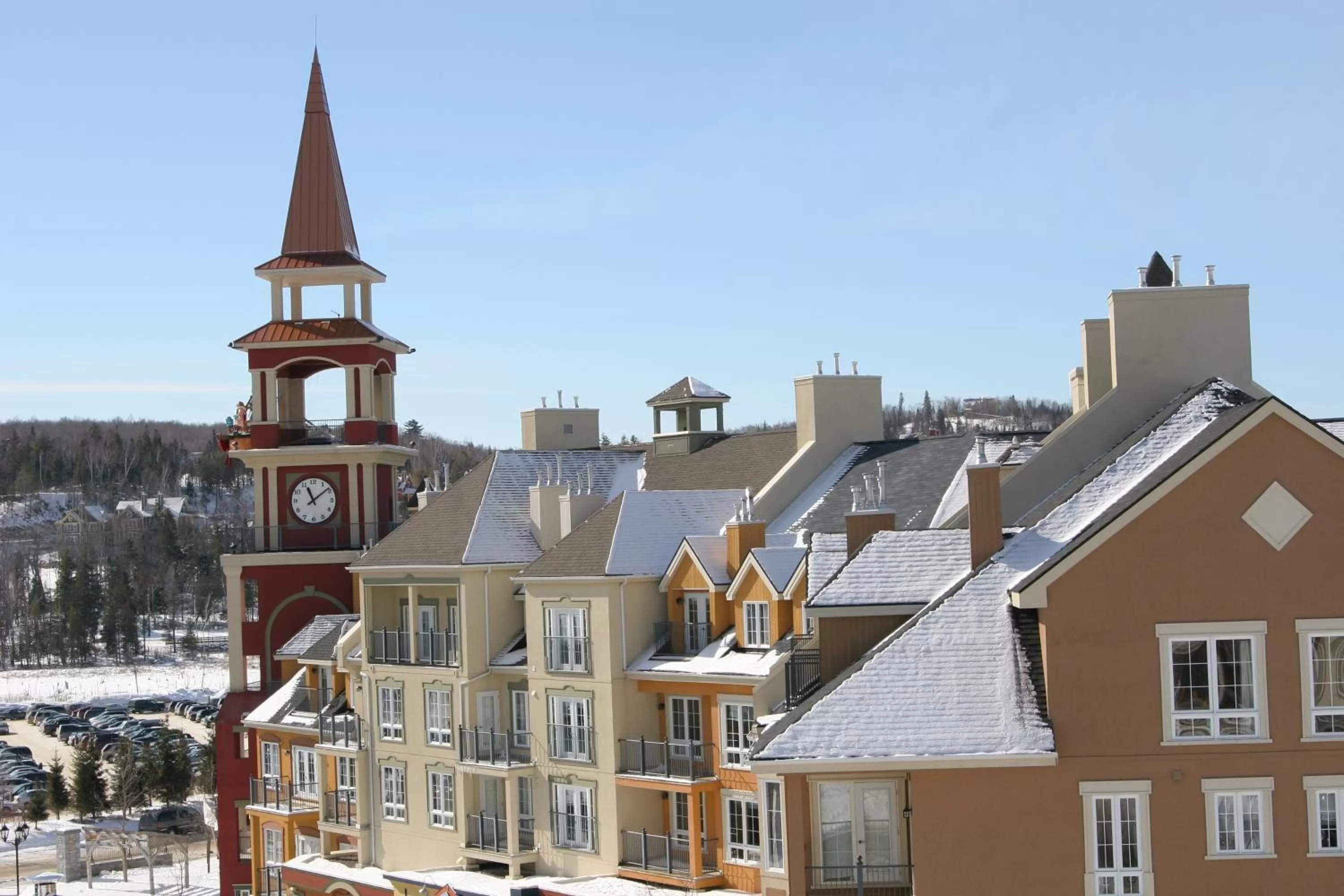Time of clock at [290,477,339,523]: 11:08
